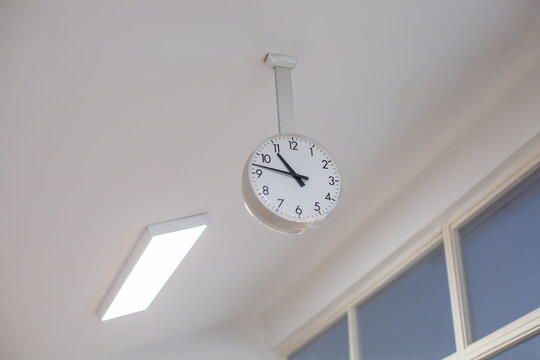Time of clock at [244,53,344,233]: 10:47
